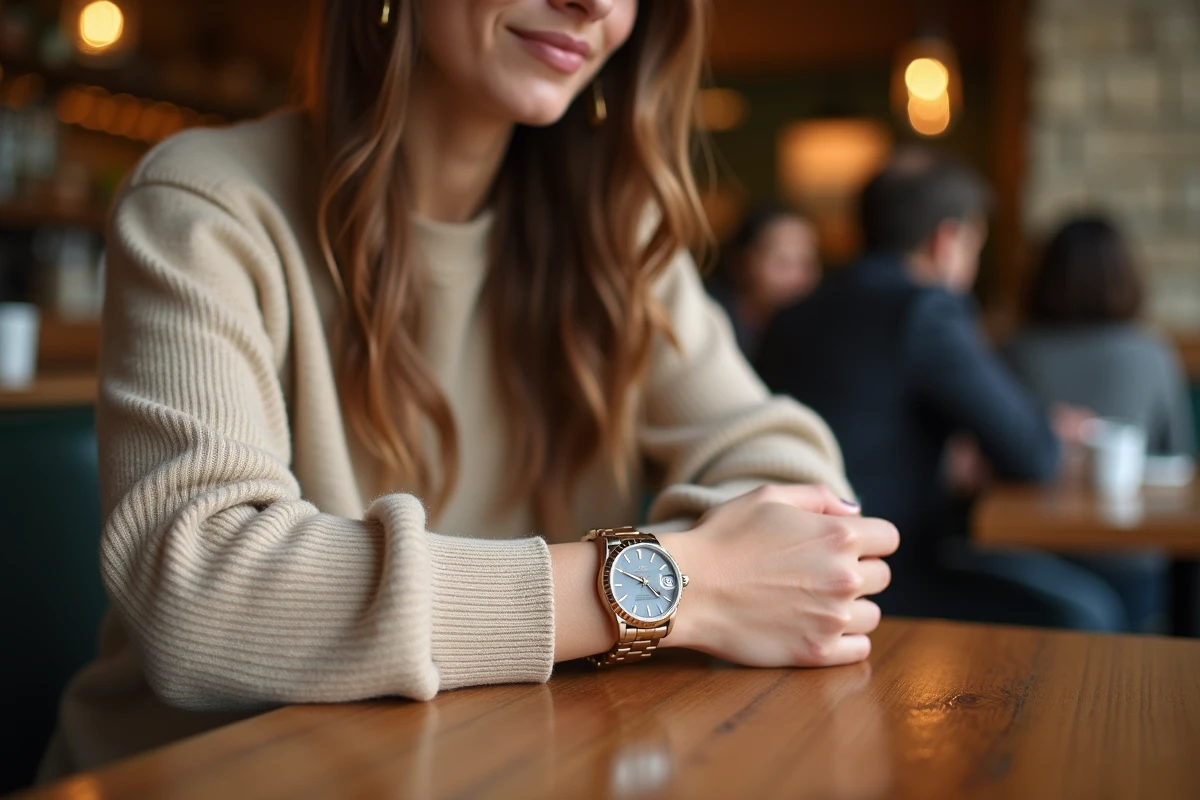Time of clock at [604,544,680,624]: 4:49
